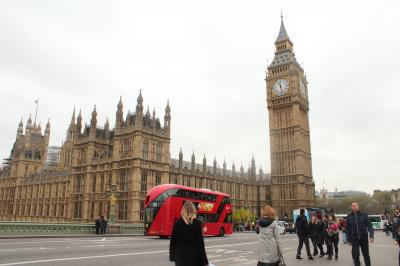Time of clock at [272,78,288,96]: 11:28
